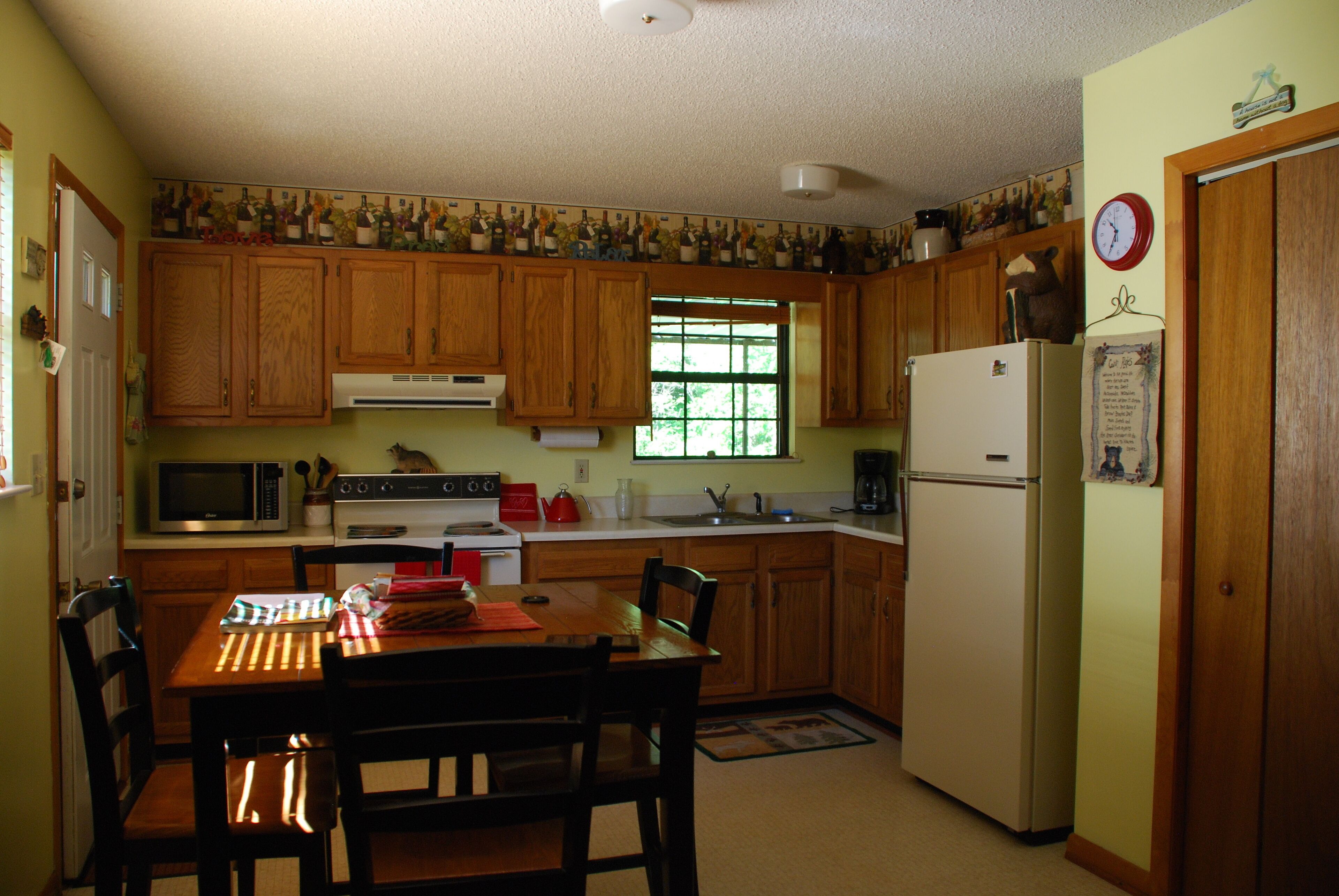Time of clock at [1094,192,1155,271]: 10:34
